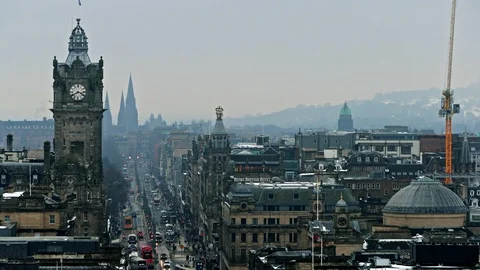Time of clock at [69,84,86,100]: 3:40
